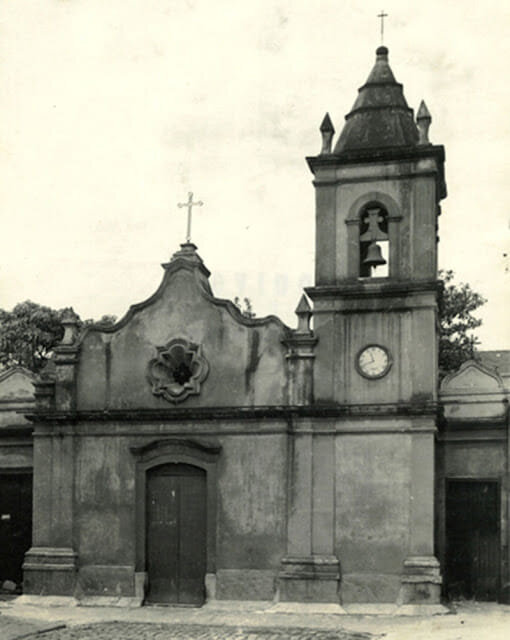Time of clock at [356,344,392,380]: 11:41
